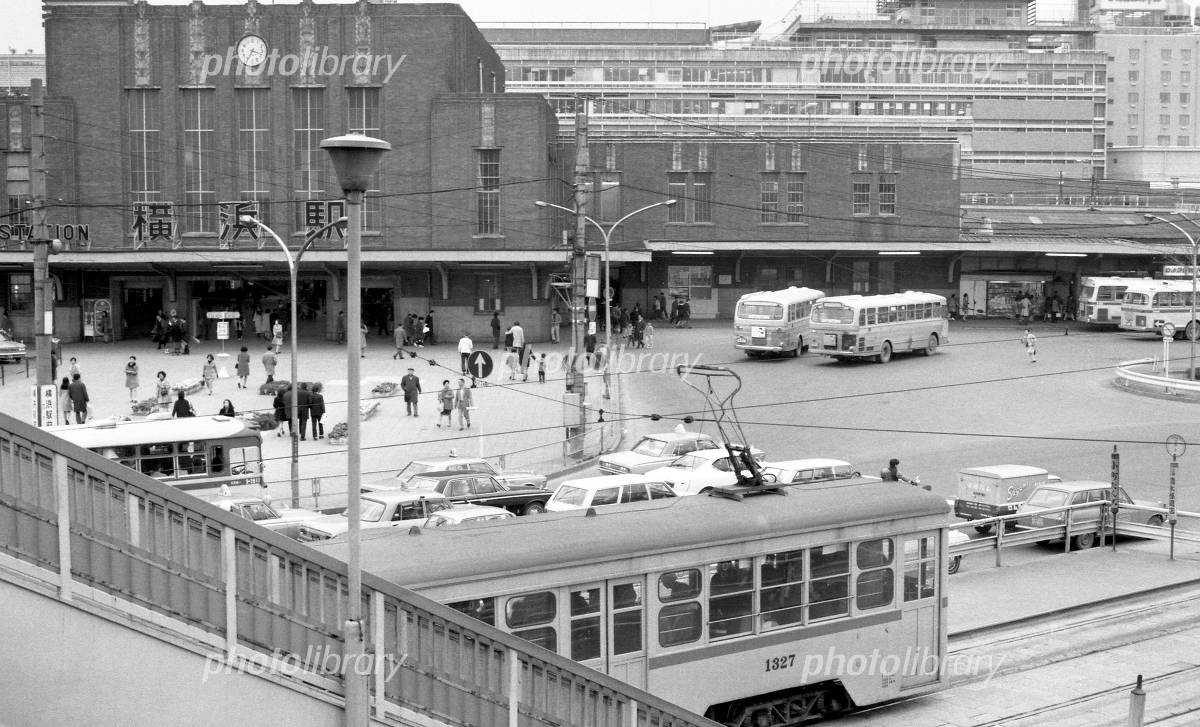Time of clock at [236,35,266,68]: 3:34
